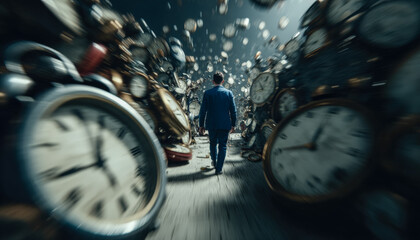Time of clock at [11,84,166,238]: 11:39
